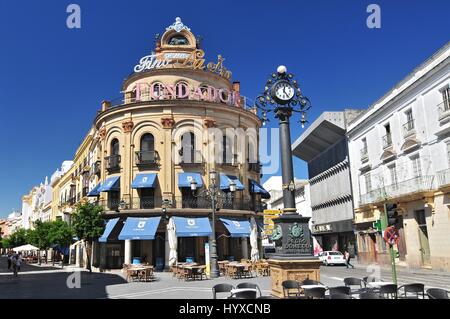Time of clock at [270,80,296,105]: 12:23
